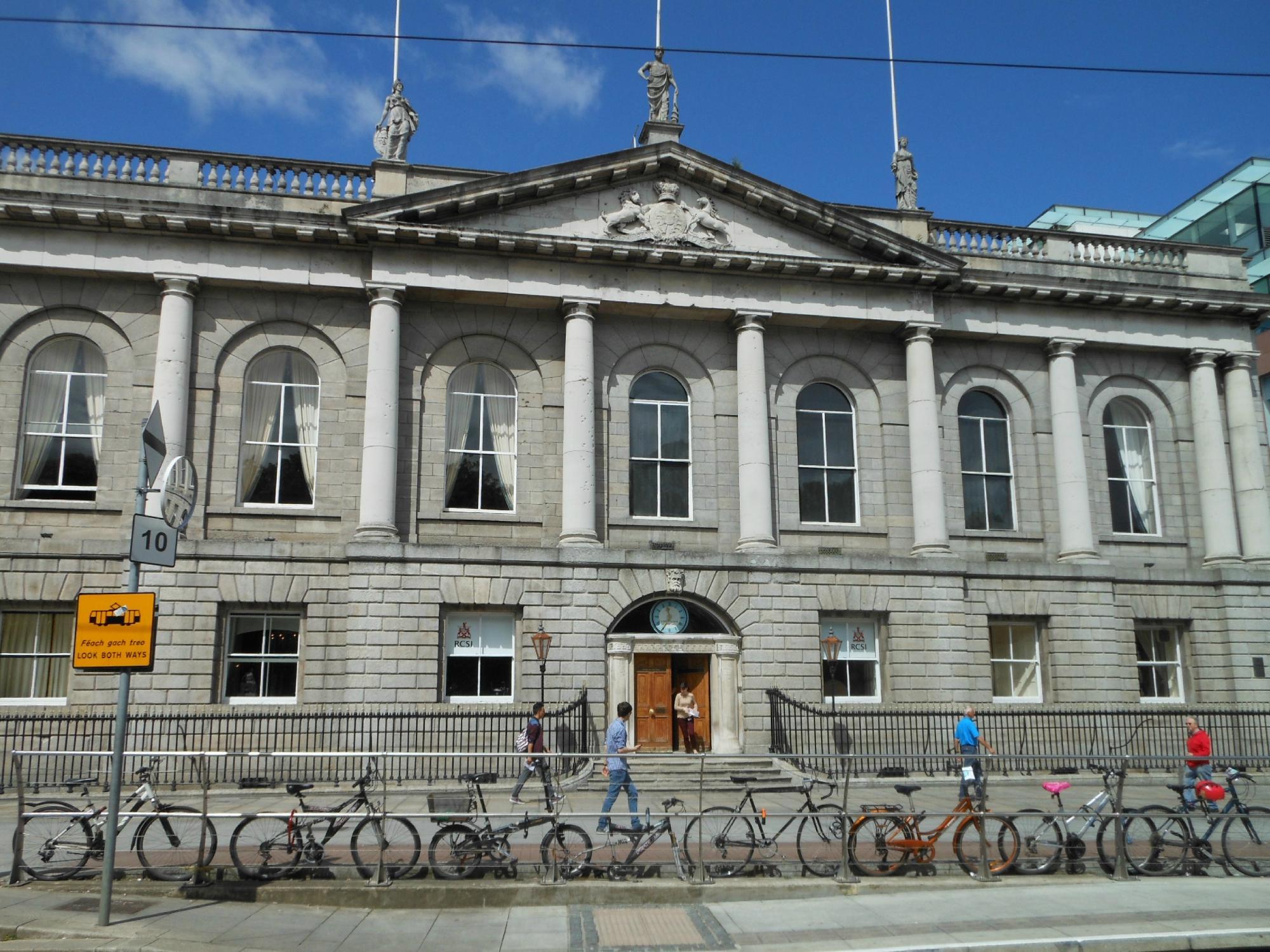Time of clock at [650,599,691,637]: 11:35
